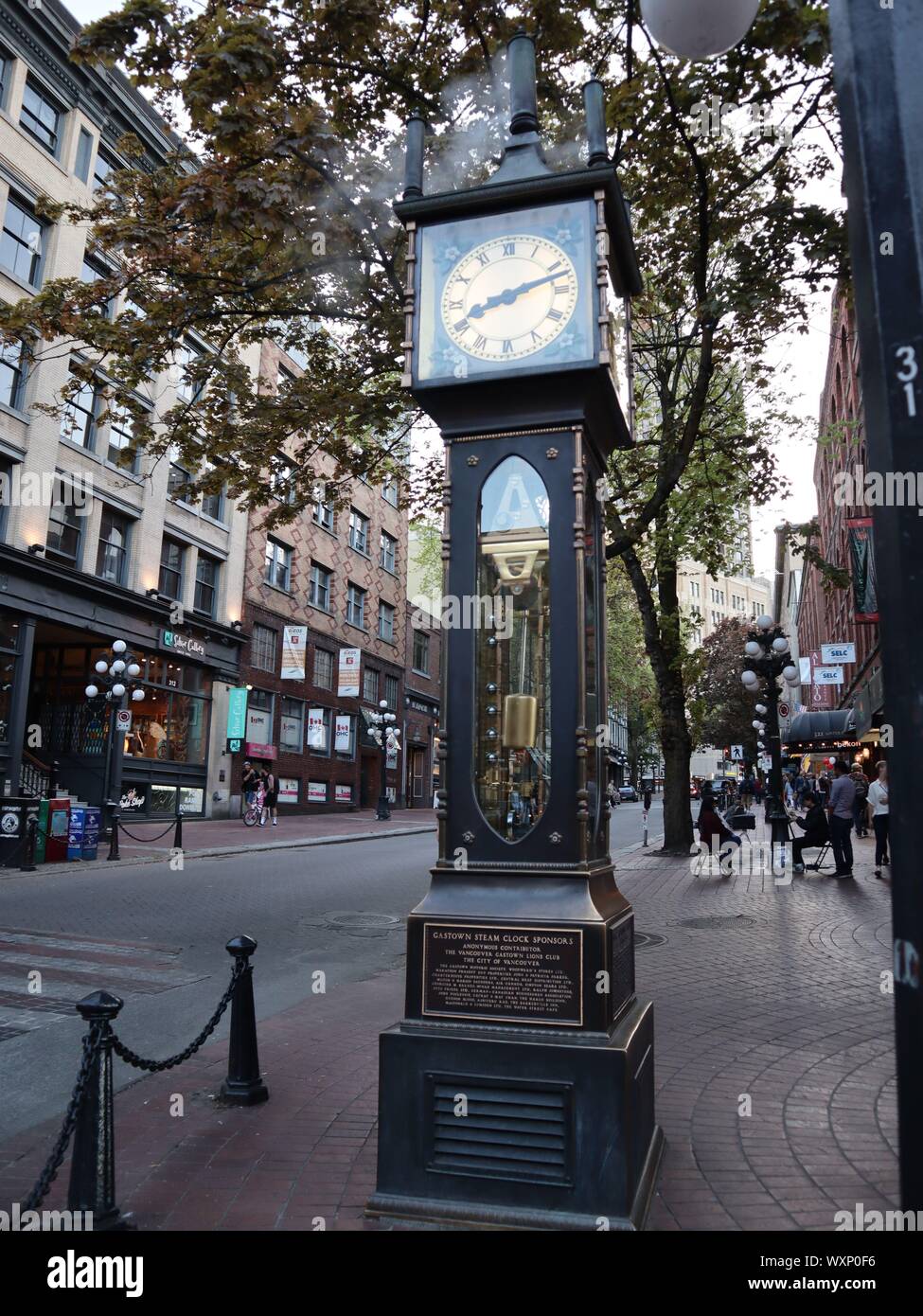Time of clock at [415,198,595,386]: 8:12
